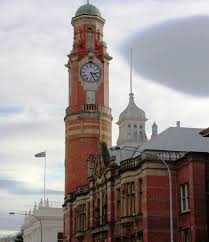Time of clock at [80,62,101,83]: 3:25
